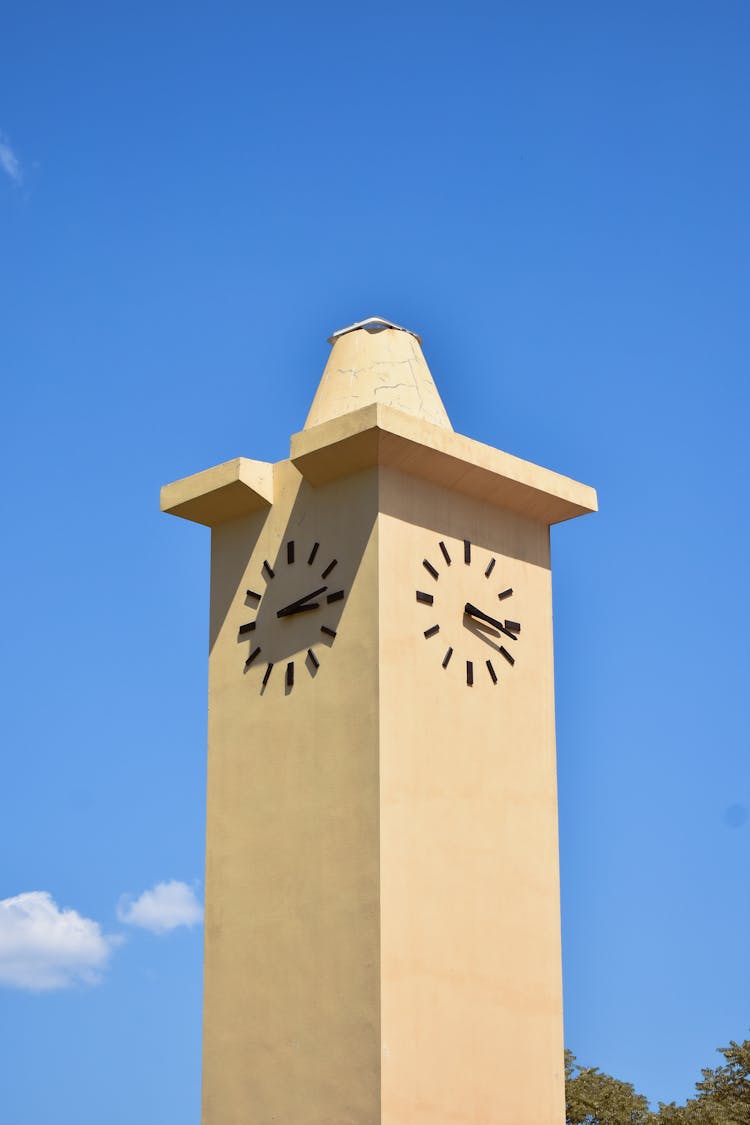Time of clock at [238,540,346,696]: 3:13
